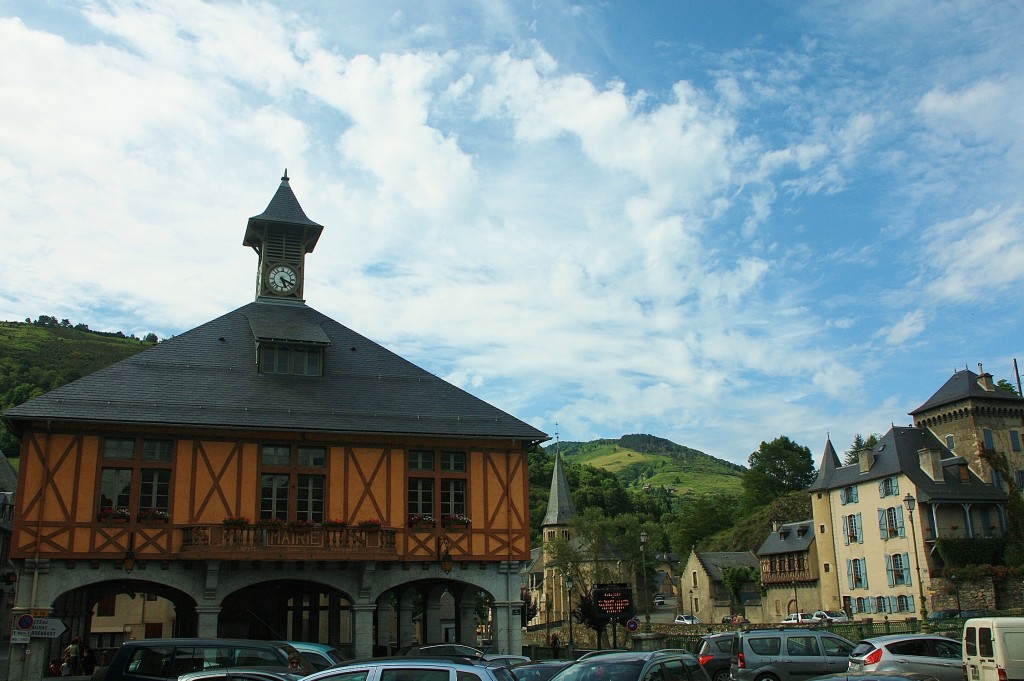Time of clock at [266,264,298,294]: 5:18
